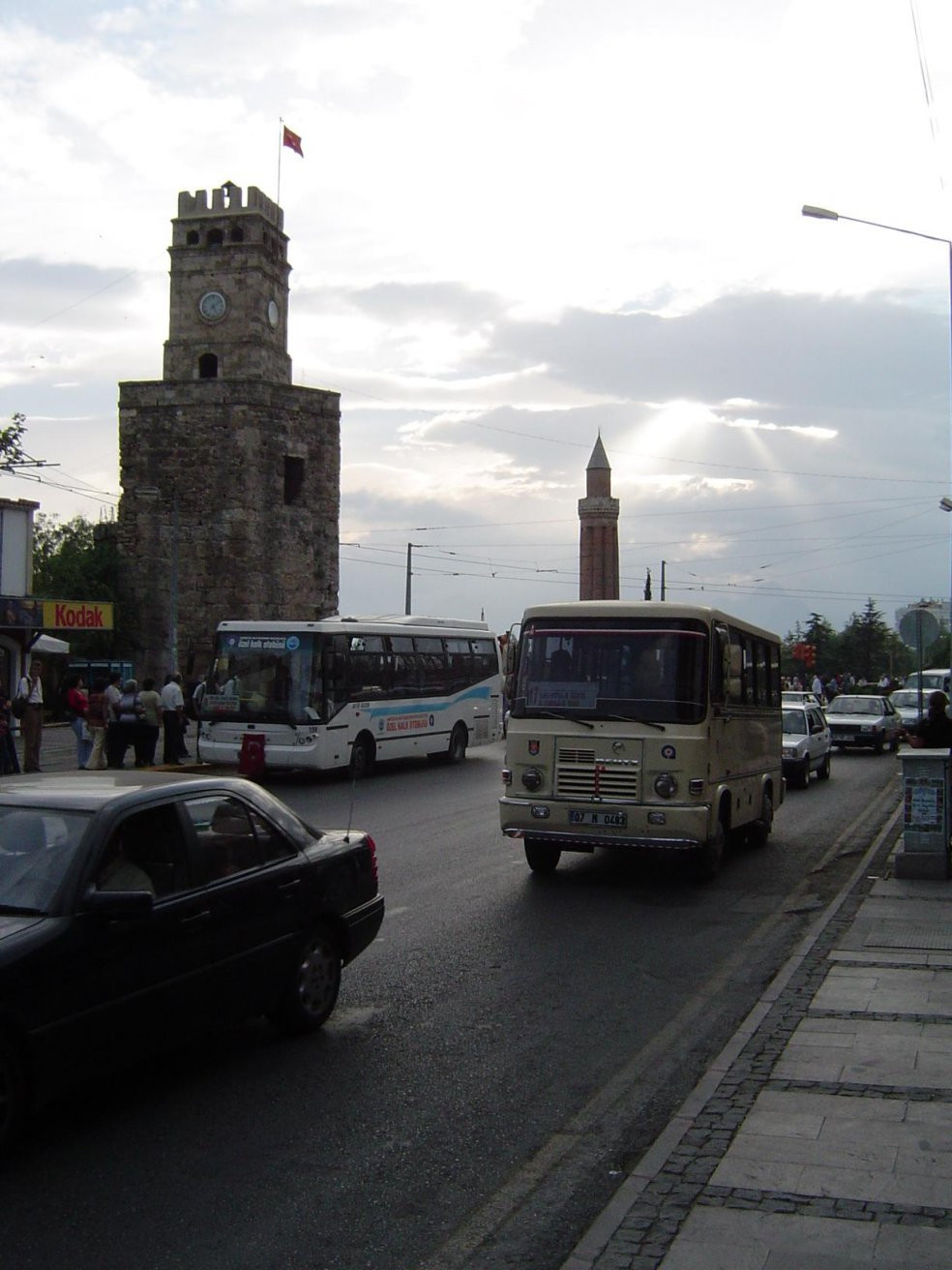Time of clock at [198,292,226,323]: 5:08
